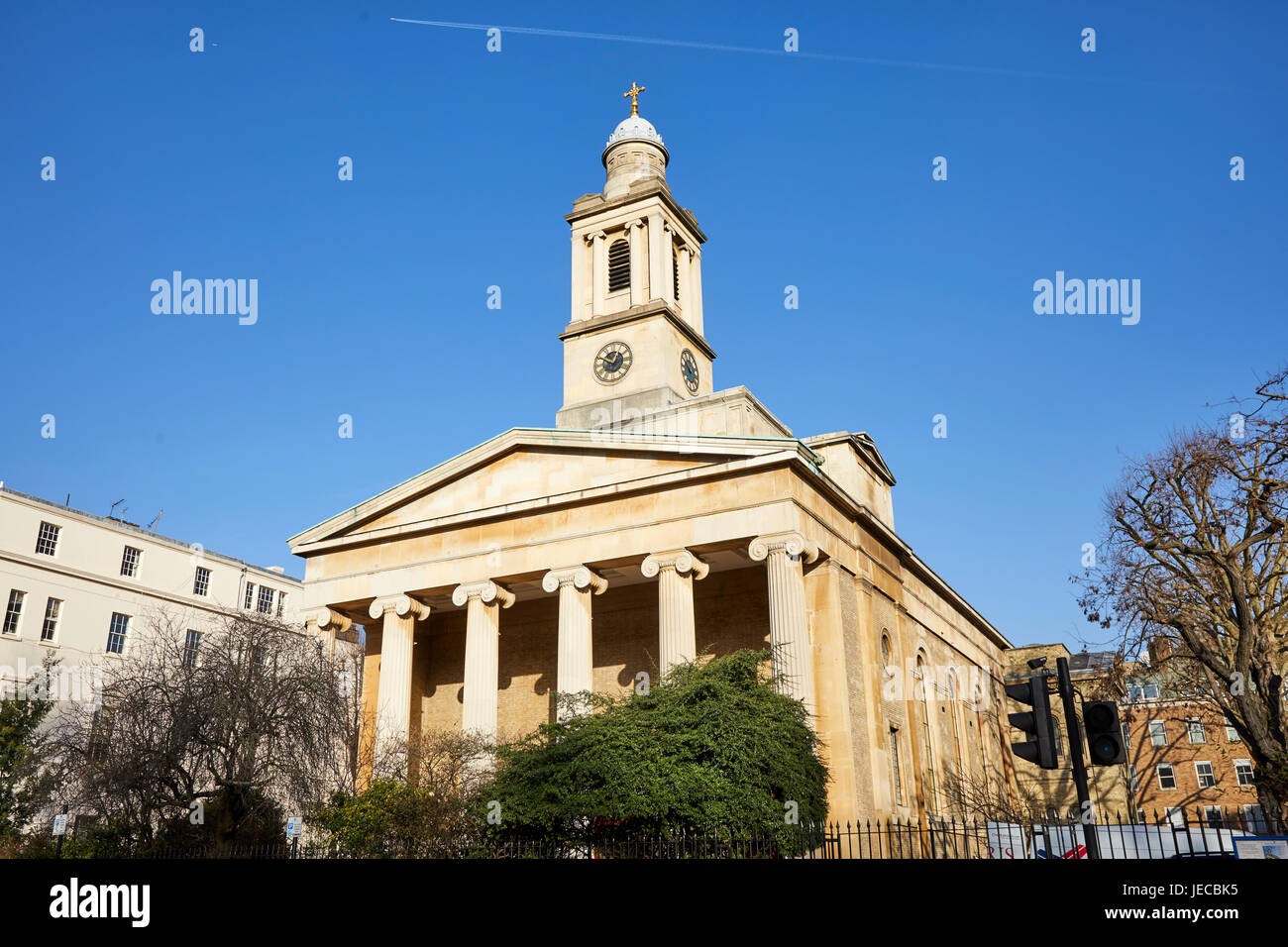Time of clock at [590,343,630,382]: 12:49
